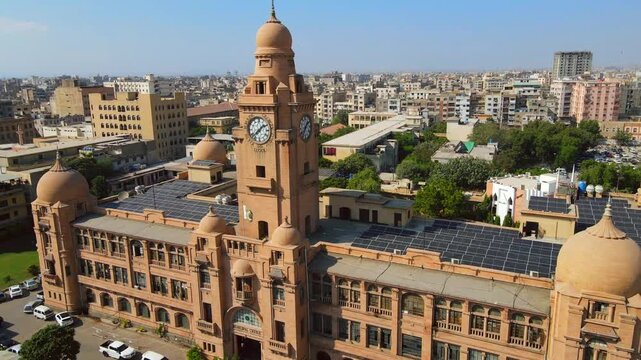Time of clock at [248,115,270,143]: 1:37
